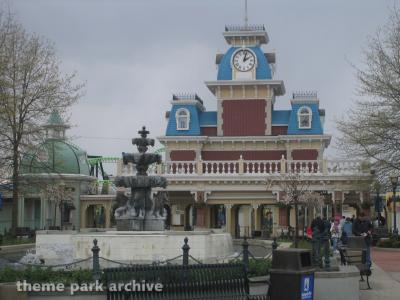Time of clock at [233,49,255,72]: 2:02
